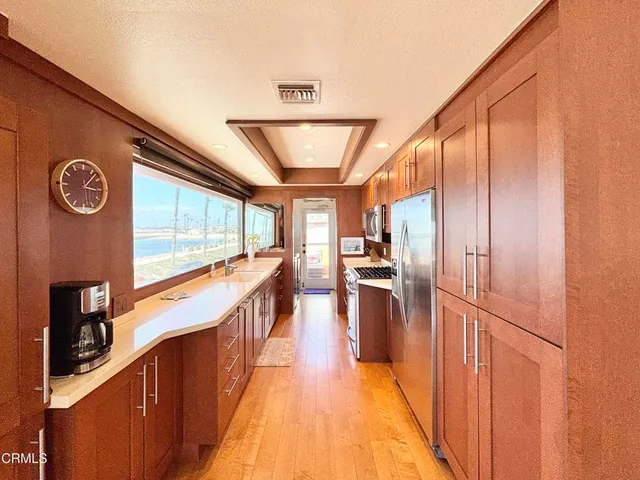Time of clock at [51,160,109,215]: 3:07
